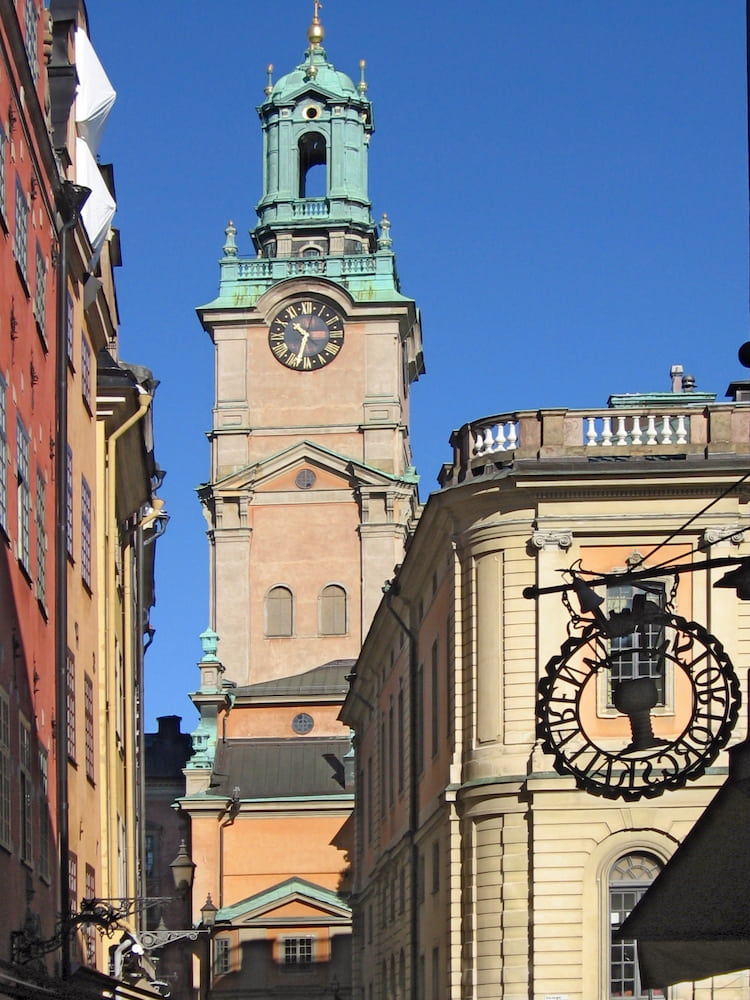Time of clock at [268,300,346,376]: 10:32
